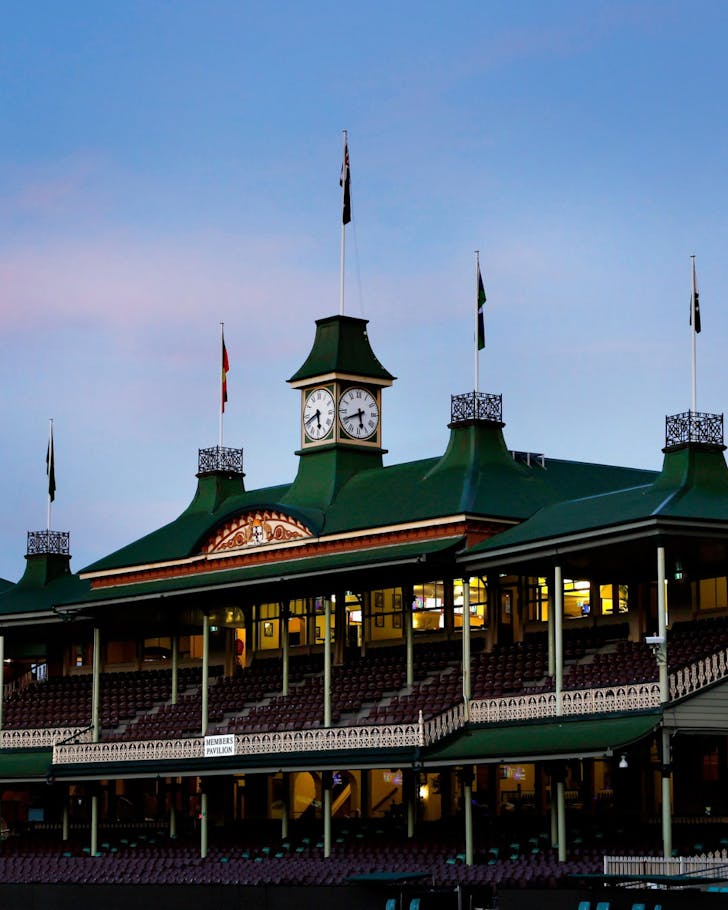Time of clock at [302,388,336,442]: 5:41
